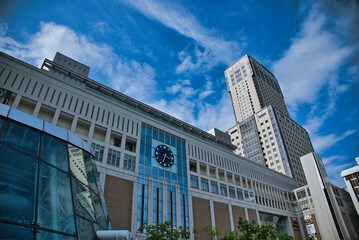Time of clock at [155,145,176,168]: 3:33
